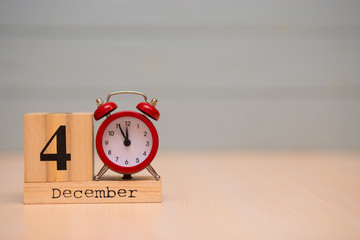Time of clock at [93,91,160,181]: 11:55
